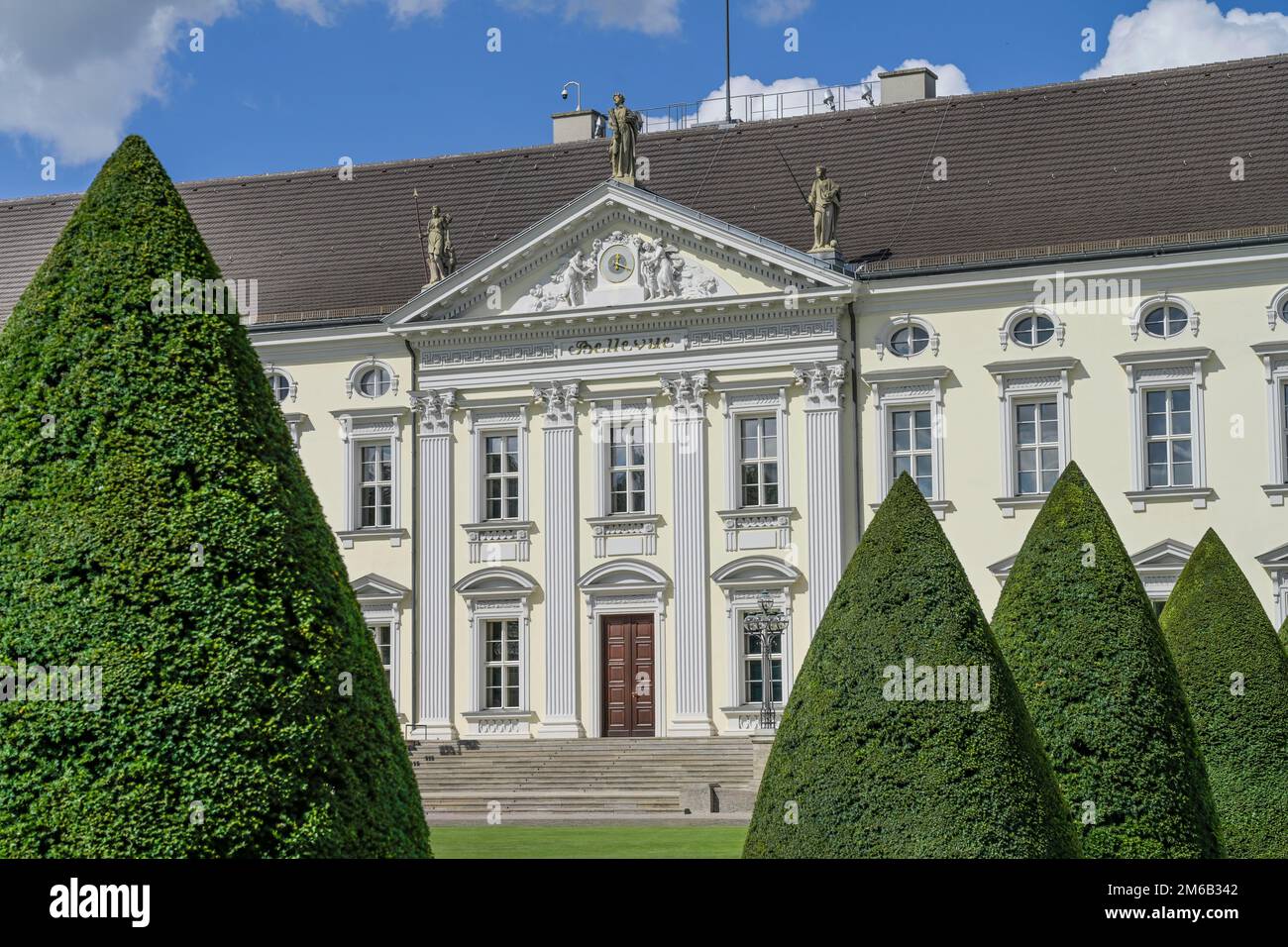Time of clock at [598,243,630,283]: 12:18
